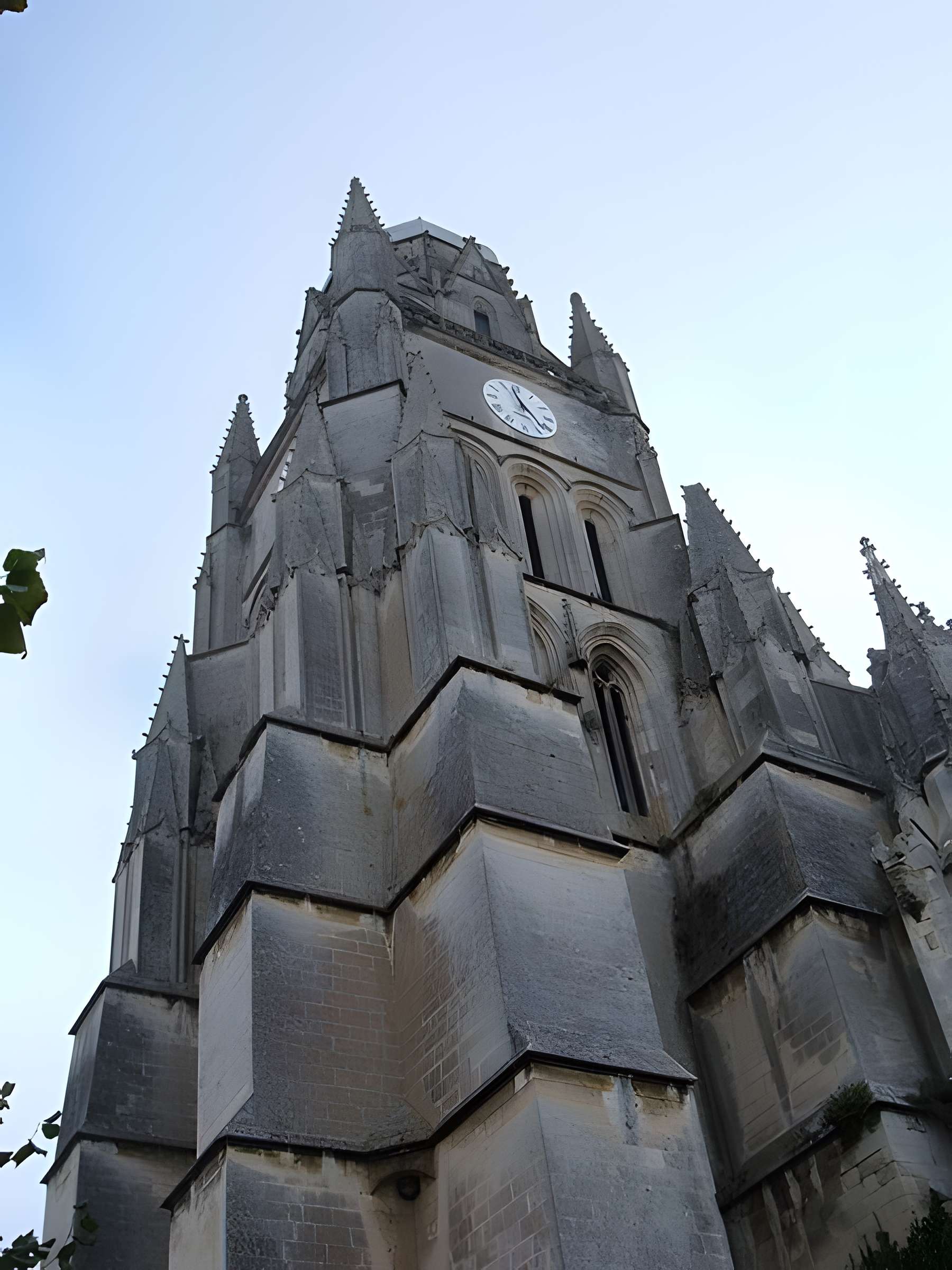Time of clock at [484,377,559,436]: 11:22
